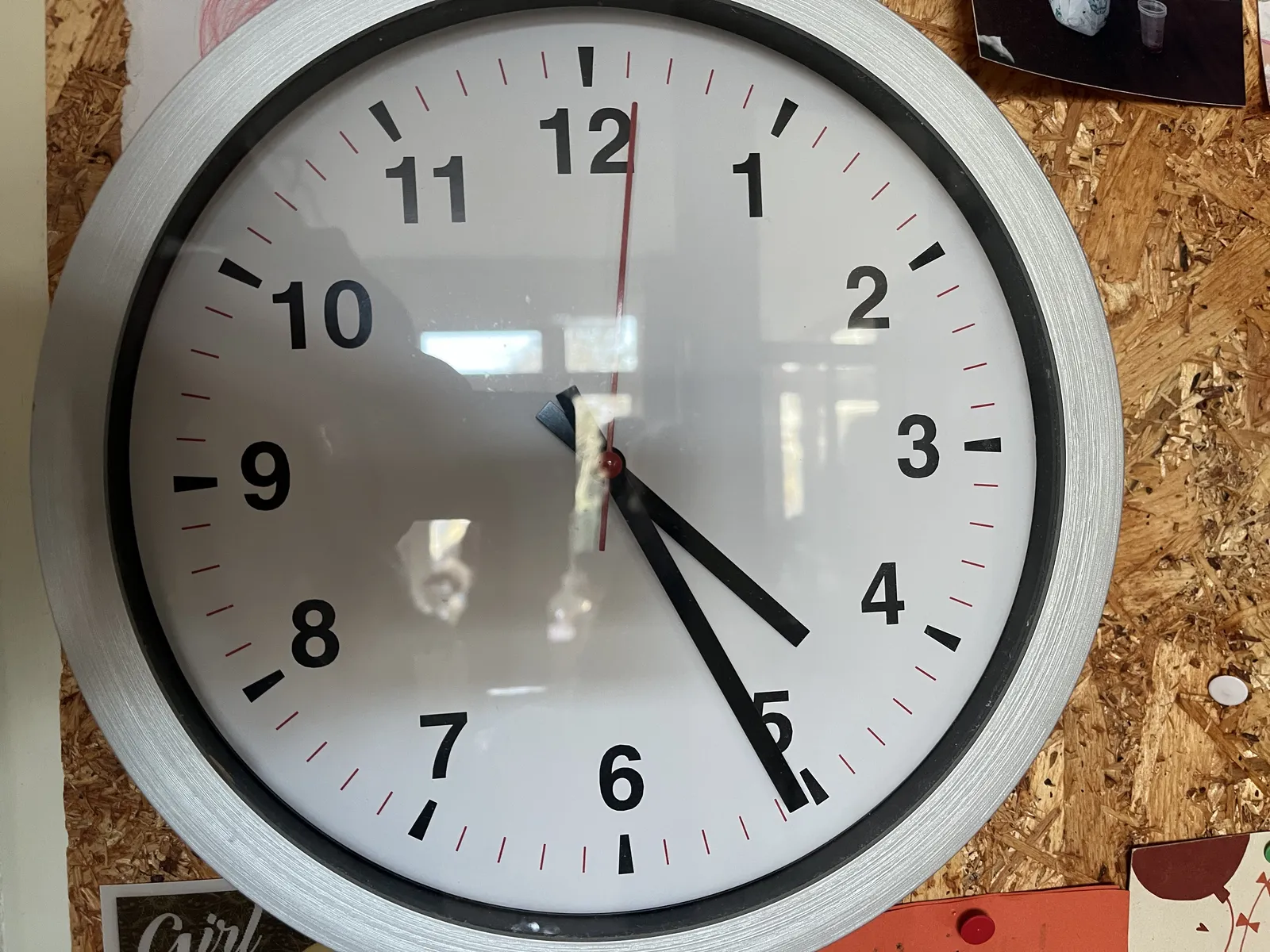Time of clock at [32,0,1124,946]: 4:25
